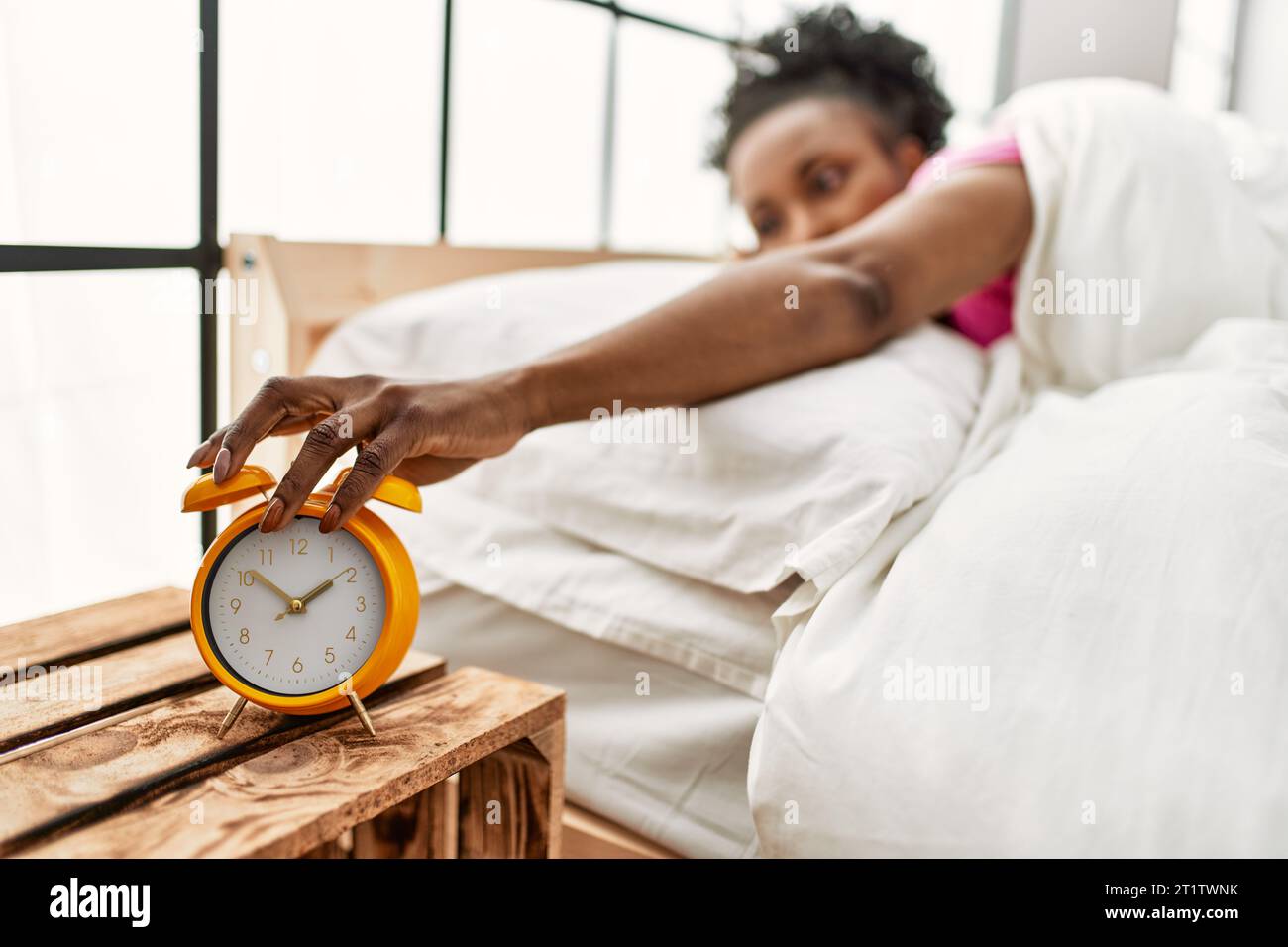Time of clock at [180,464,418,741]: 1:51
